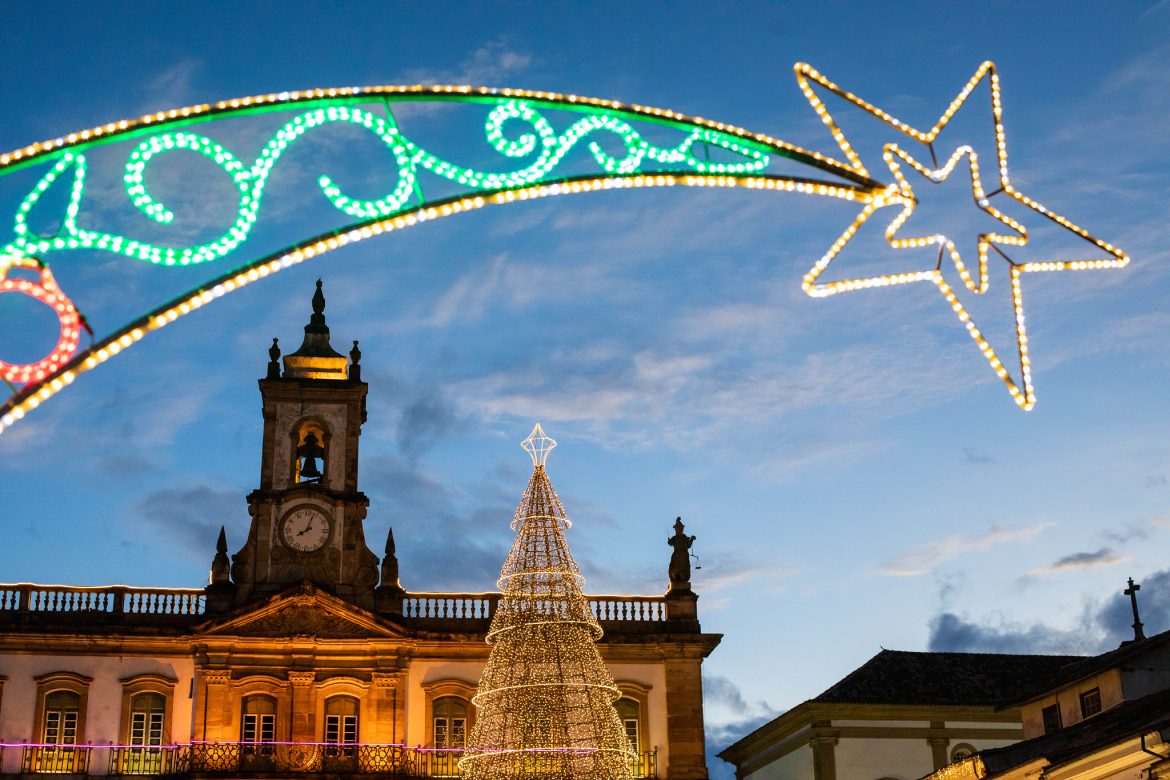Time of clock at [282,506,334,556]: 8:03
